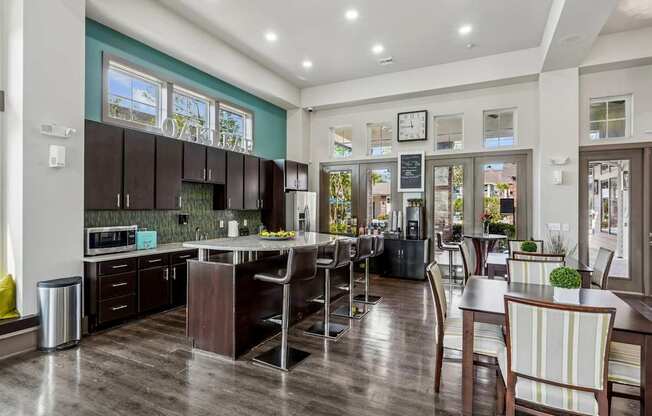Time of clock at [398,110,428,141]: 11:45
